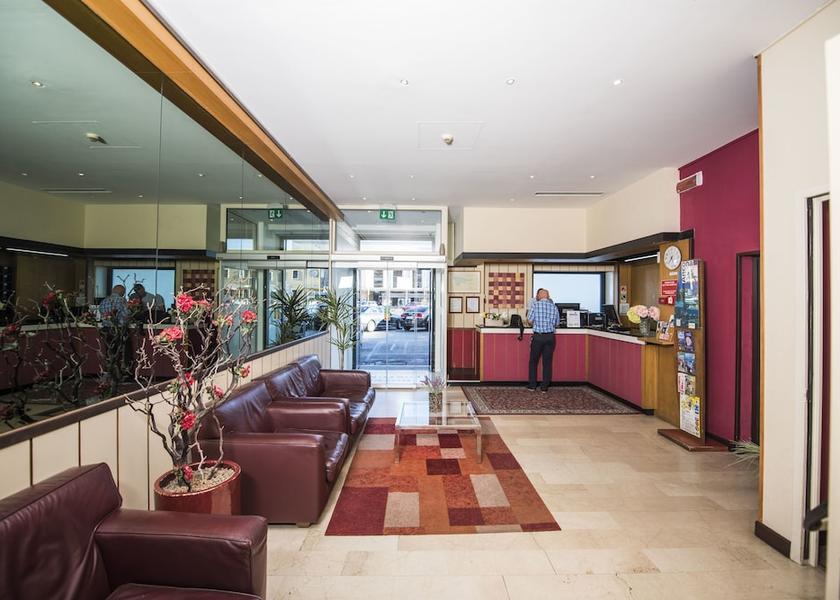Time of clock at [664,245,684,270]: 7:27
